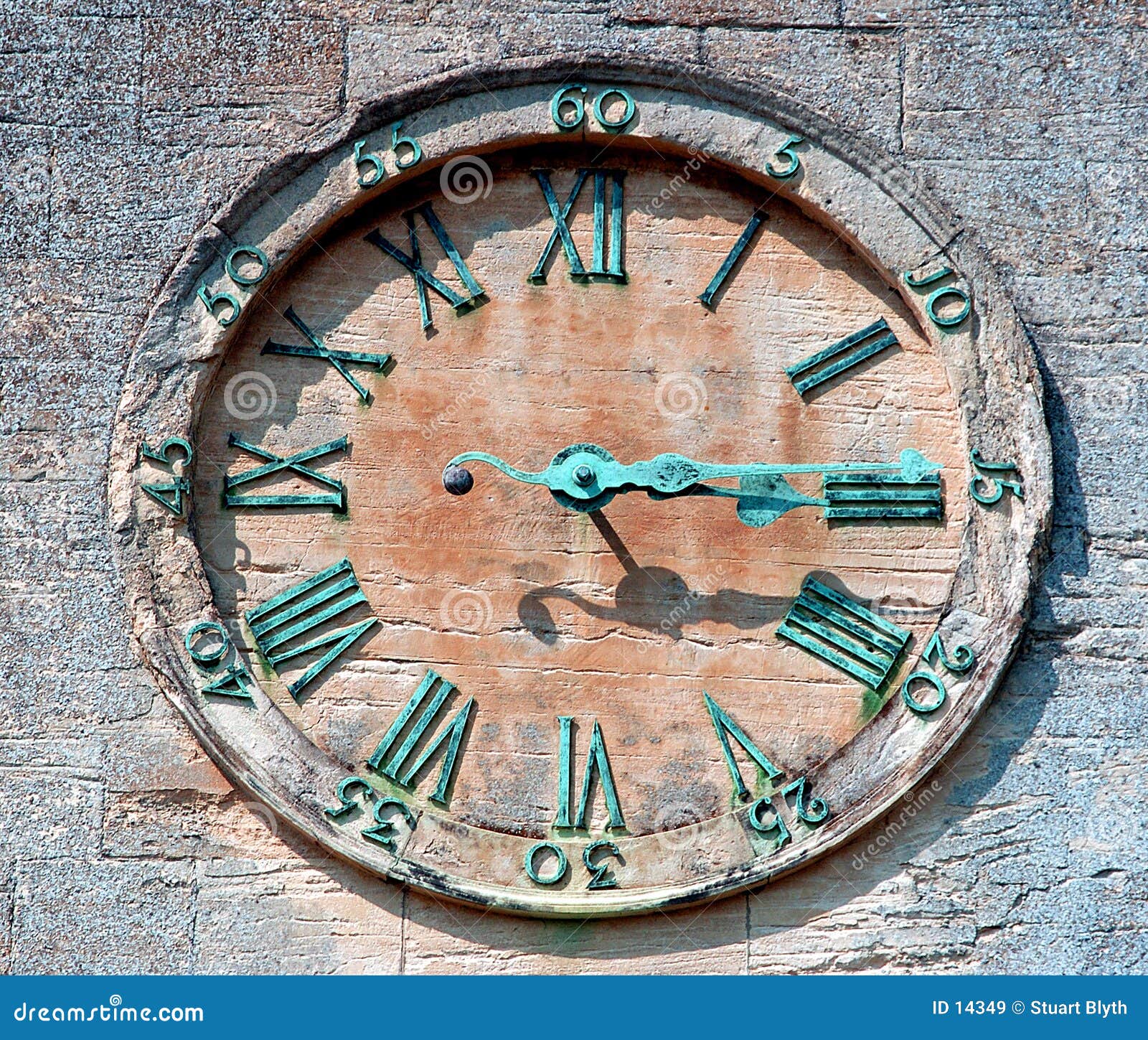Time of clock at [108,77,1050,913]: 4:14
